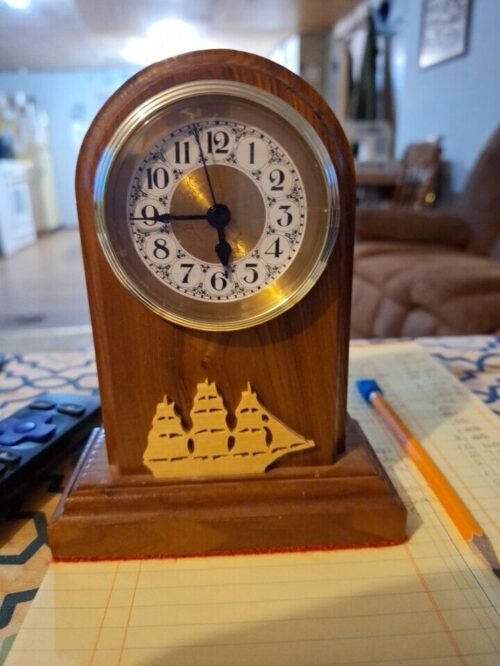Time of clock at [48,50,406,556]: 5:45
